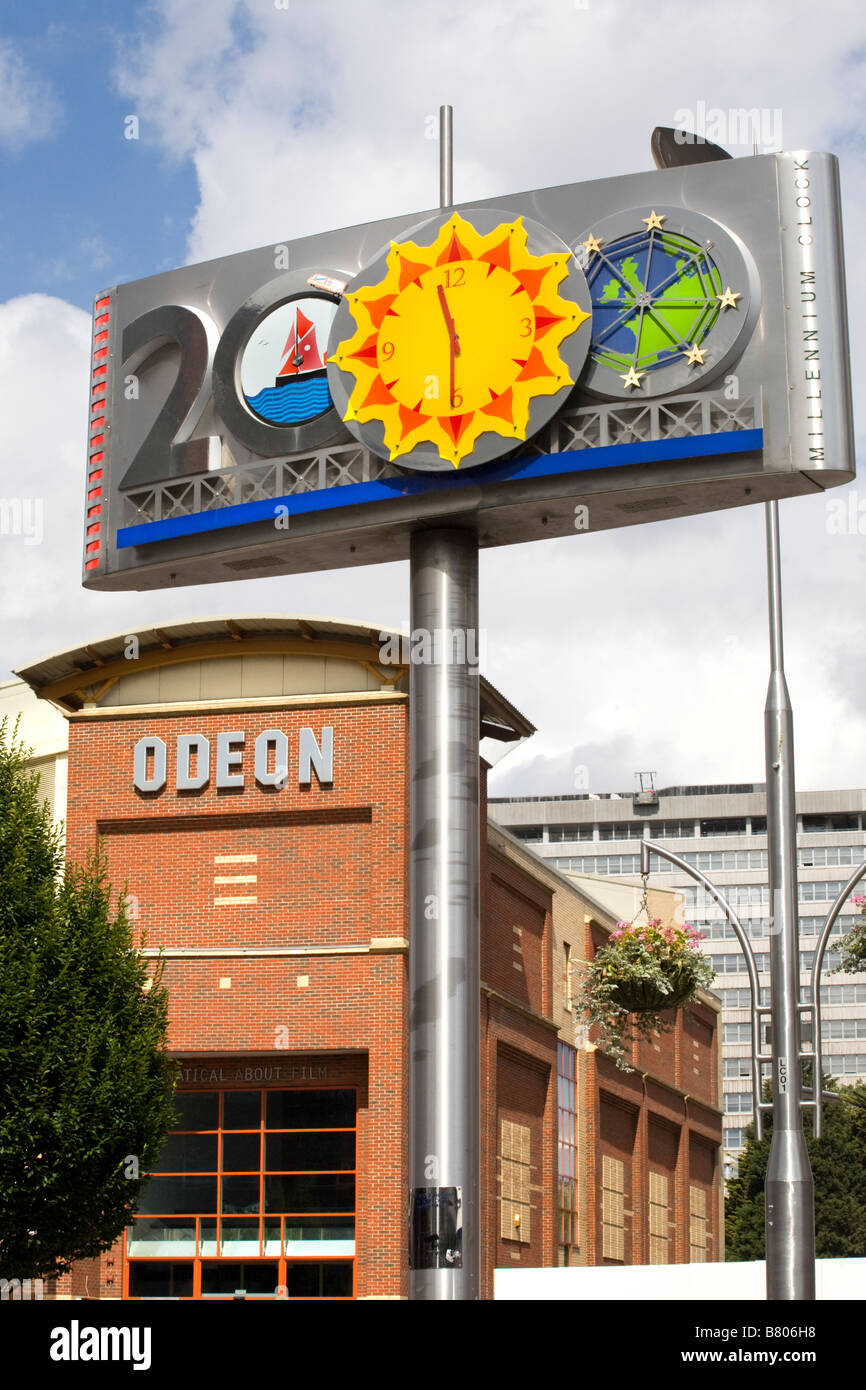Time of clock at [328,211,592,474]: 11:30
